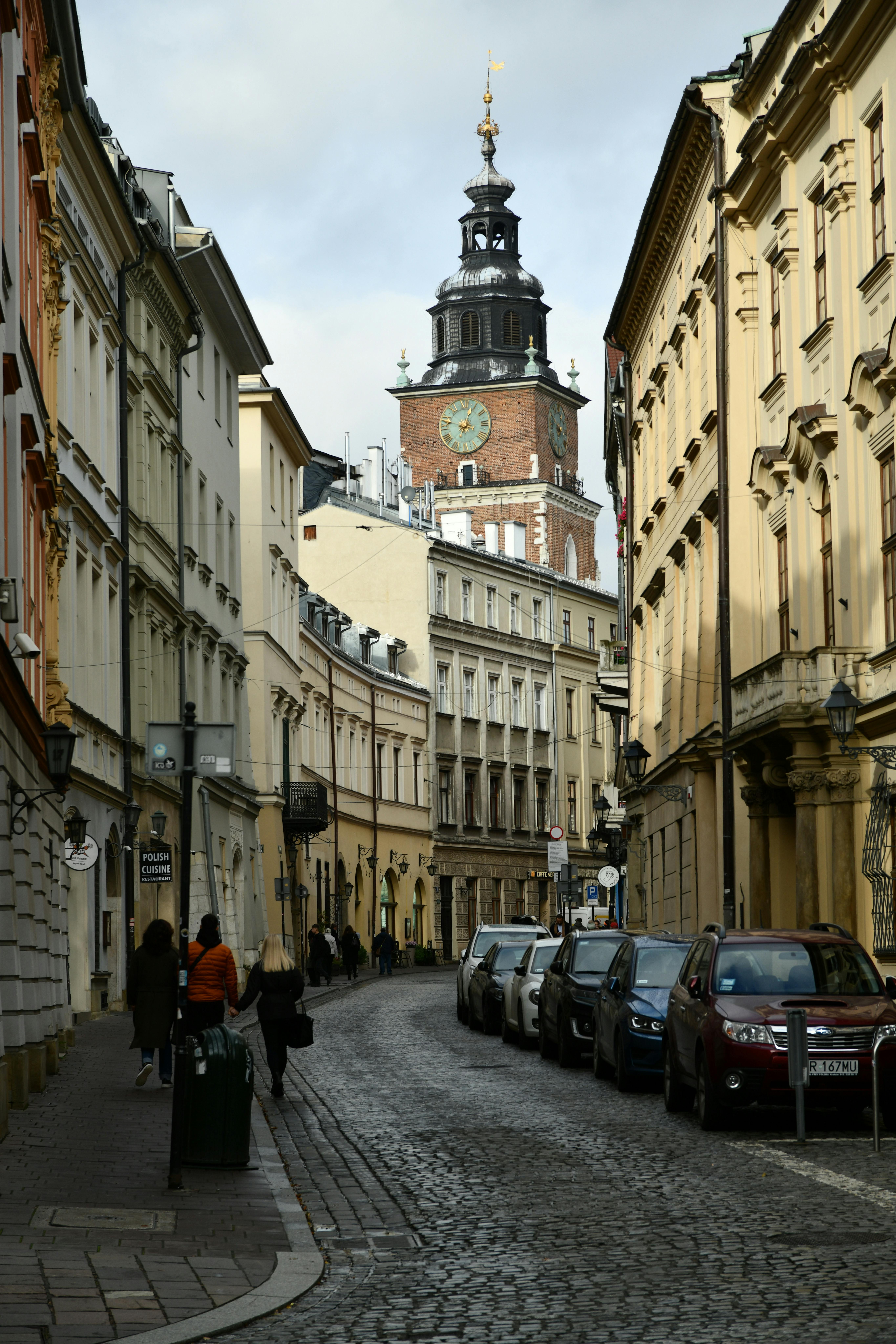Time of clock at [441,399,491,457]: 12:47
